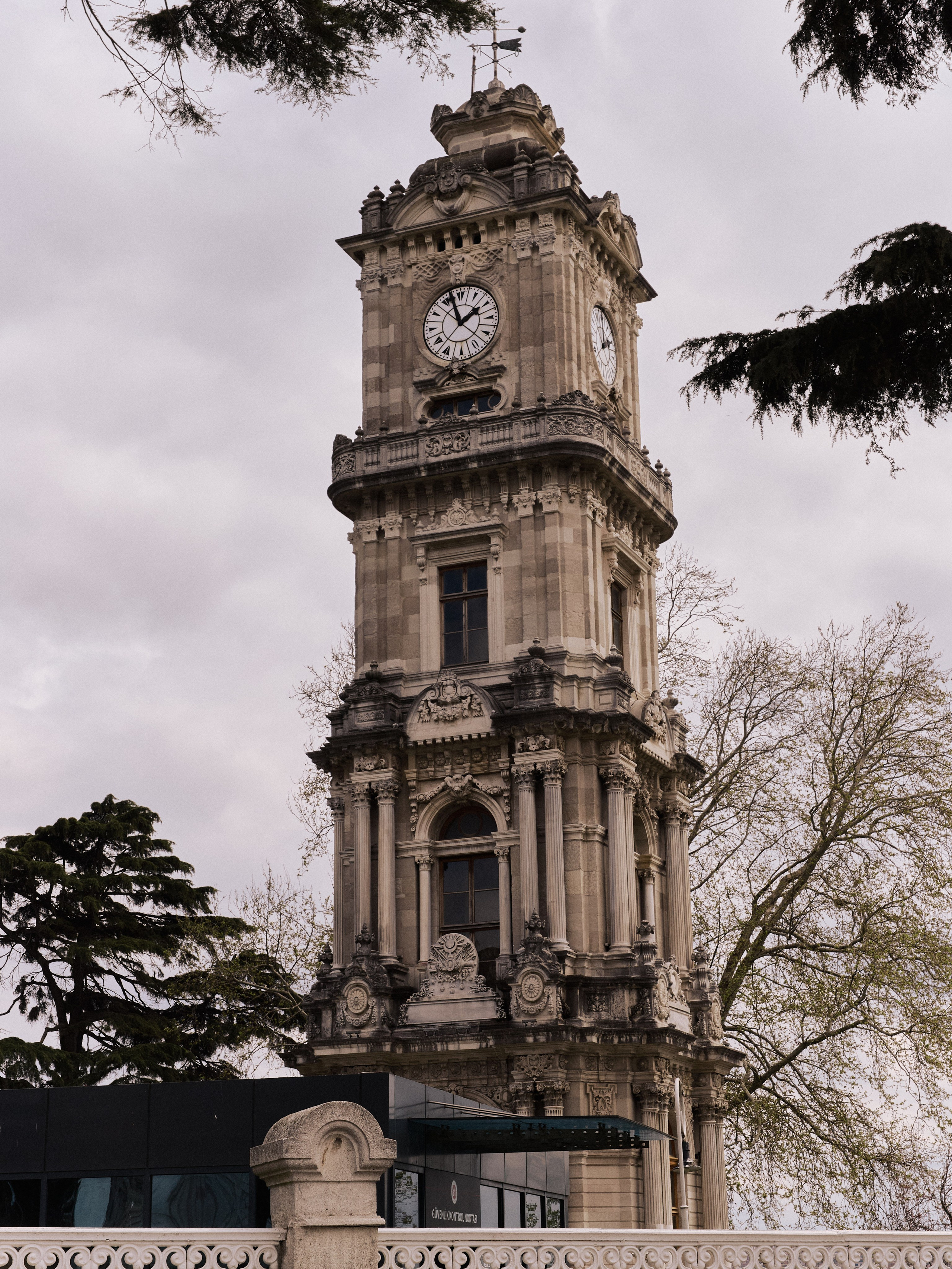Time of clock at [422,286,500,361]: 1:57
